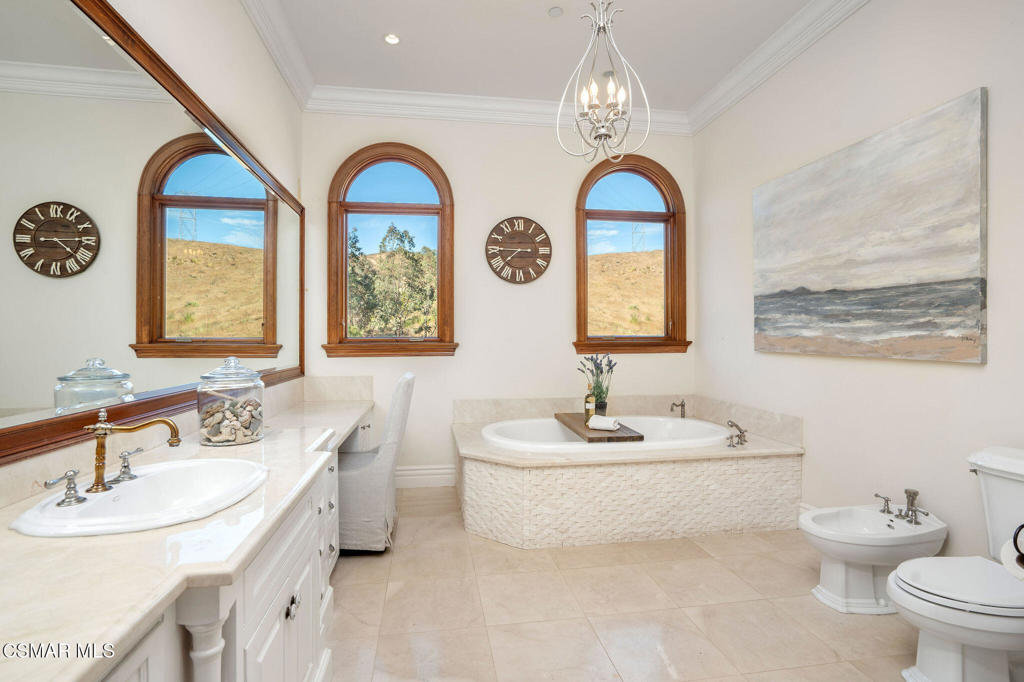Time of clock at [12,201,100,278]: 4:14
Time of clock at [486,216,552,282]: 7:45
